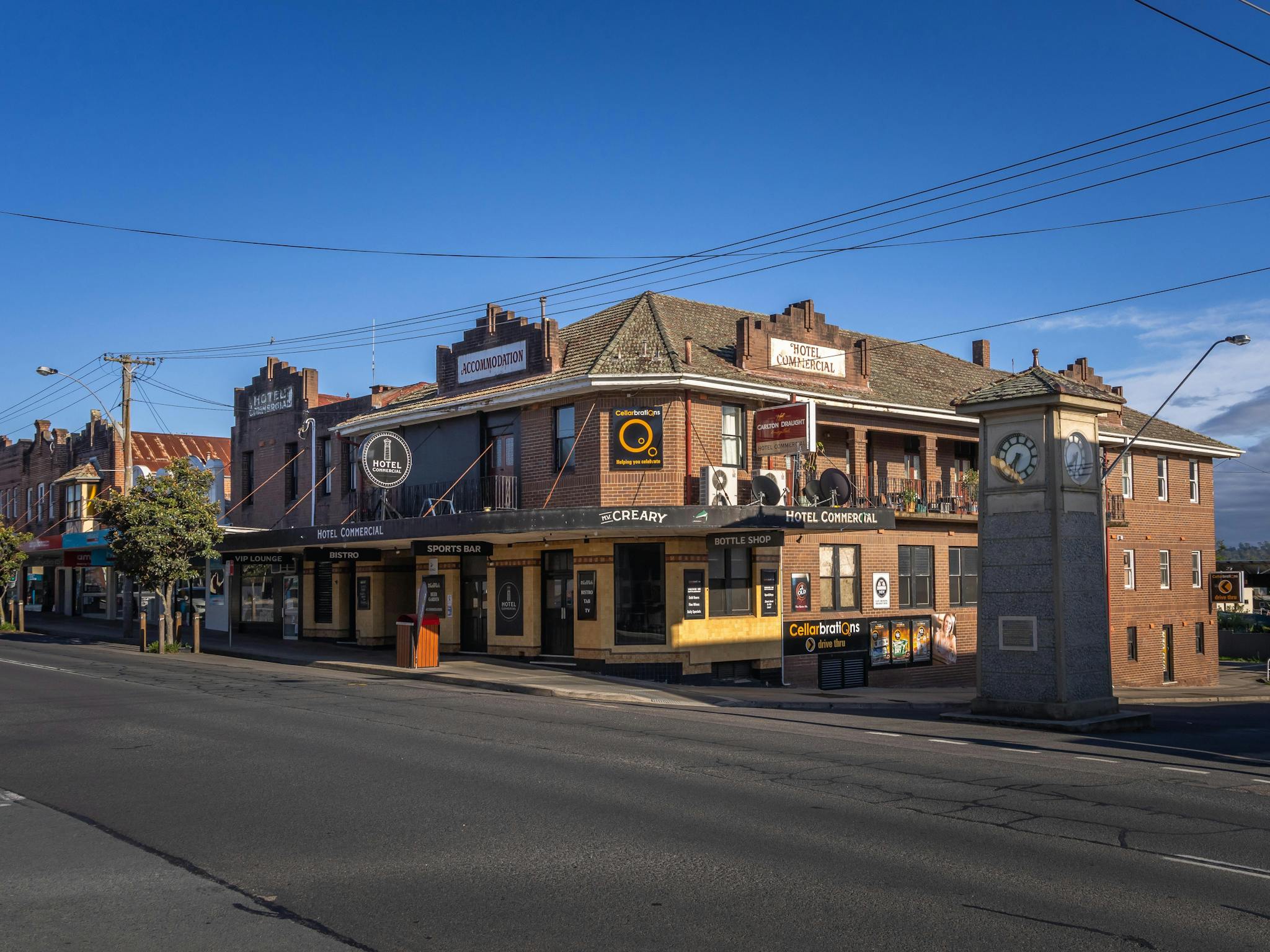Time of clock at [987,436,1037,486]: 7:32
